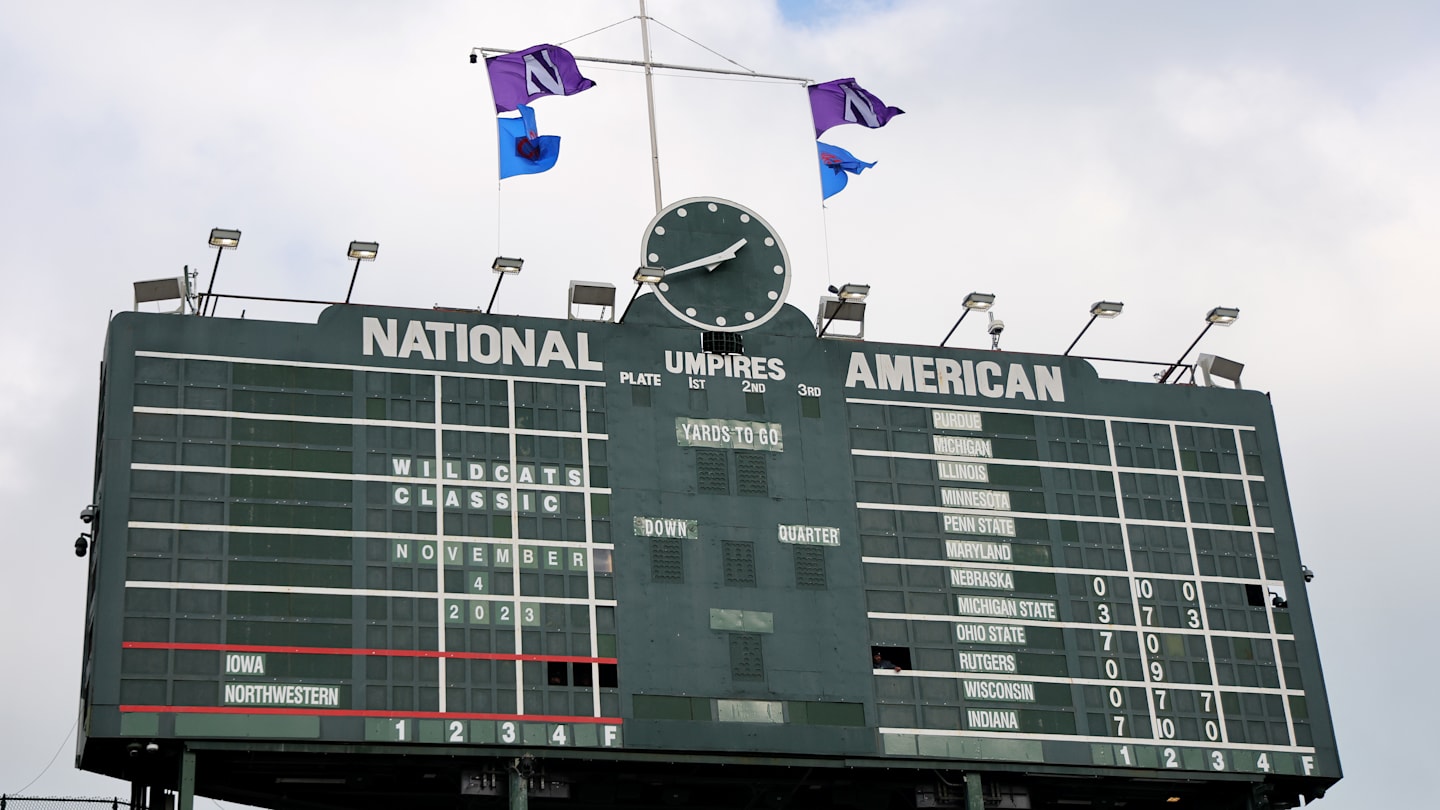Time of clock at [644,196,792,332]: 1:41
